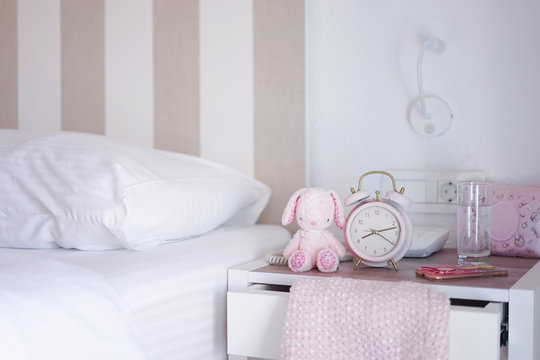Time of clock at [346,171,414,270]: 8:12
